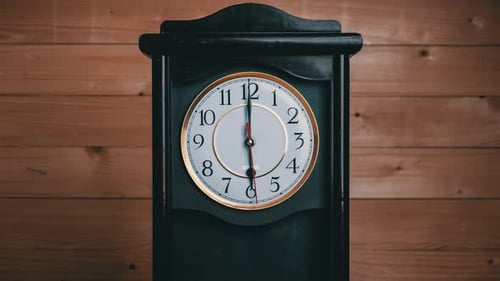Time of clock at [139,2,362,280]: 5:59
